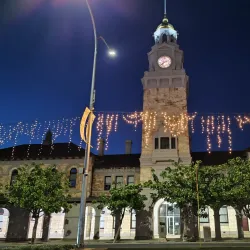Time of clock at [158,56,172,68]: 7:12
